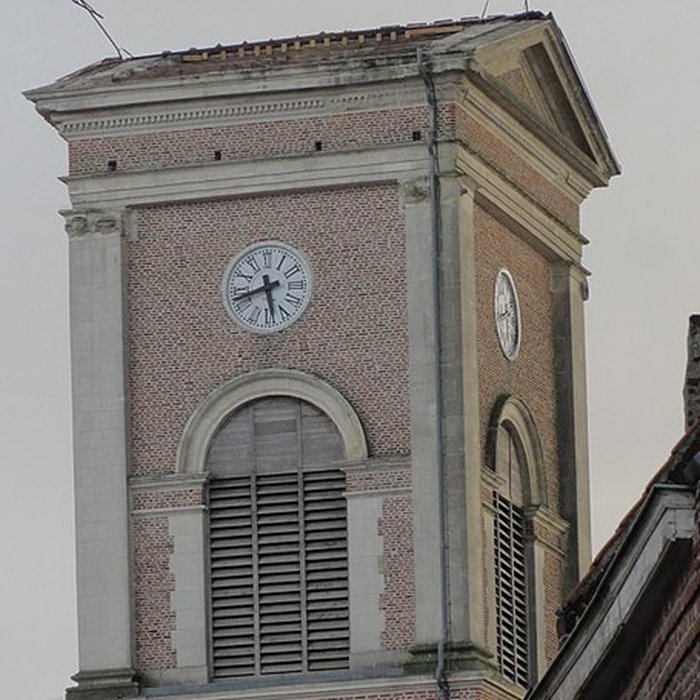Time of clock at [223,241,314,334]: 5:42
